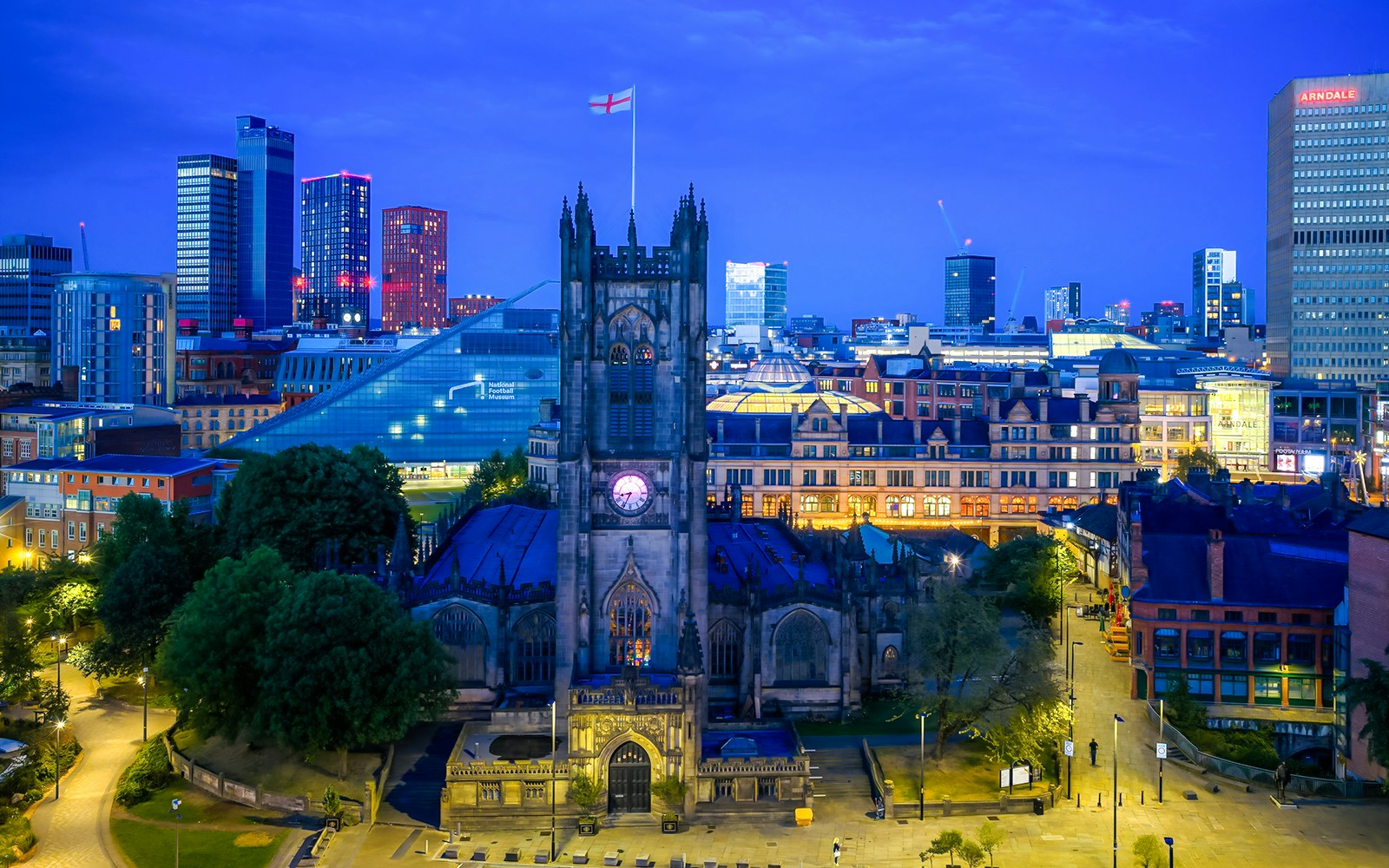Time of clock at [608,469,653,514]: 8:34
